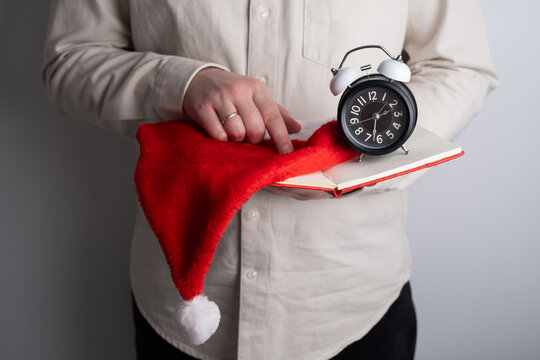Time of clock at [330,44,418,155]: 2:32
